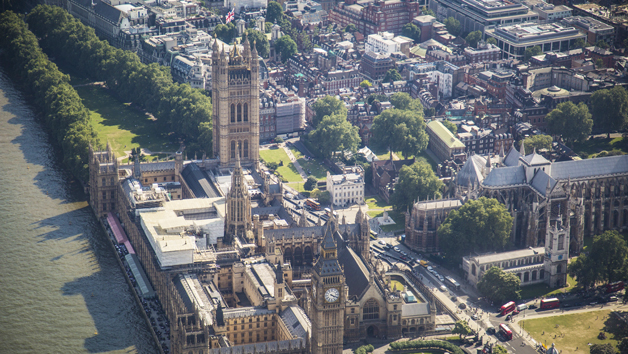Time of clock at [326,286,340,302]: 4:18
